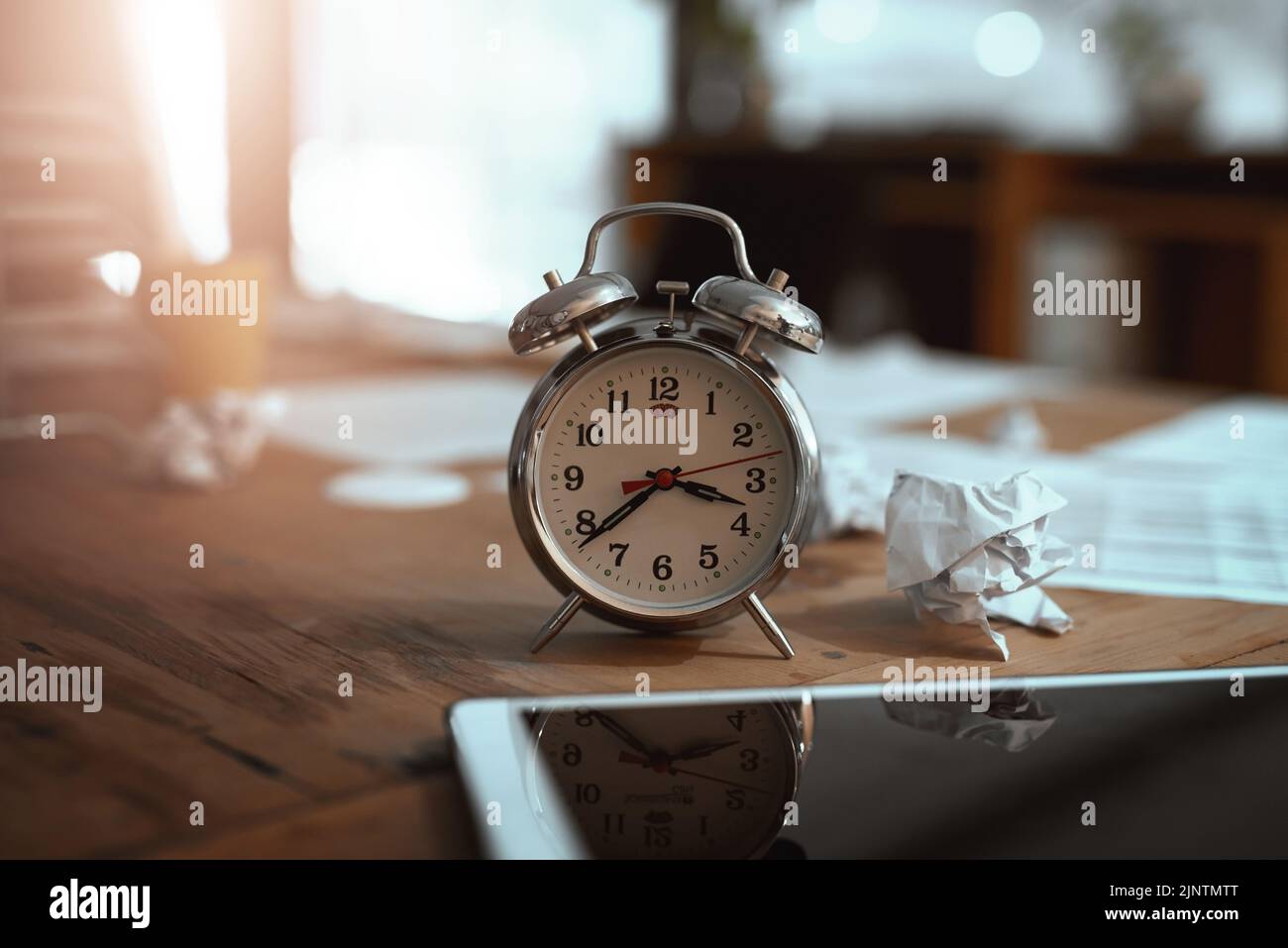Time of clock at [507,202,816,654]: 3:38
